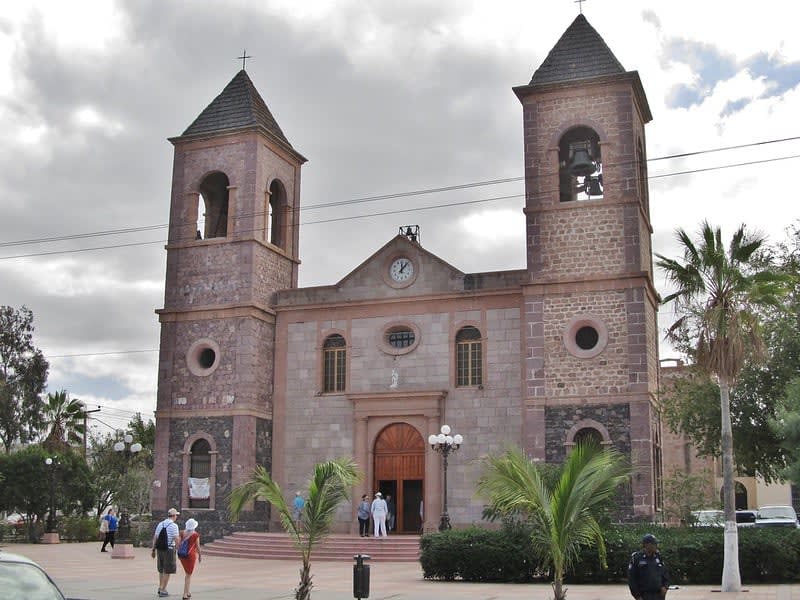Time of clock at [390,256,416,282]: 12:07
